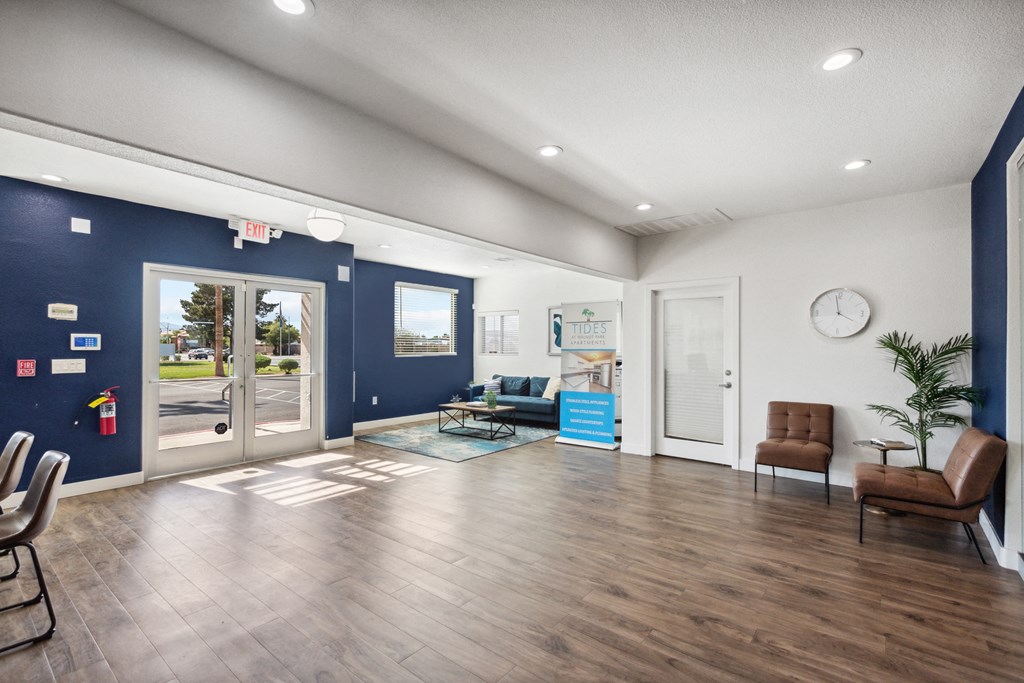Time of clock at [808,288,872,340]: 3:58
